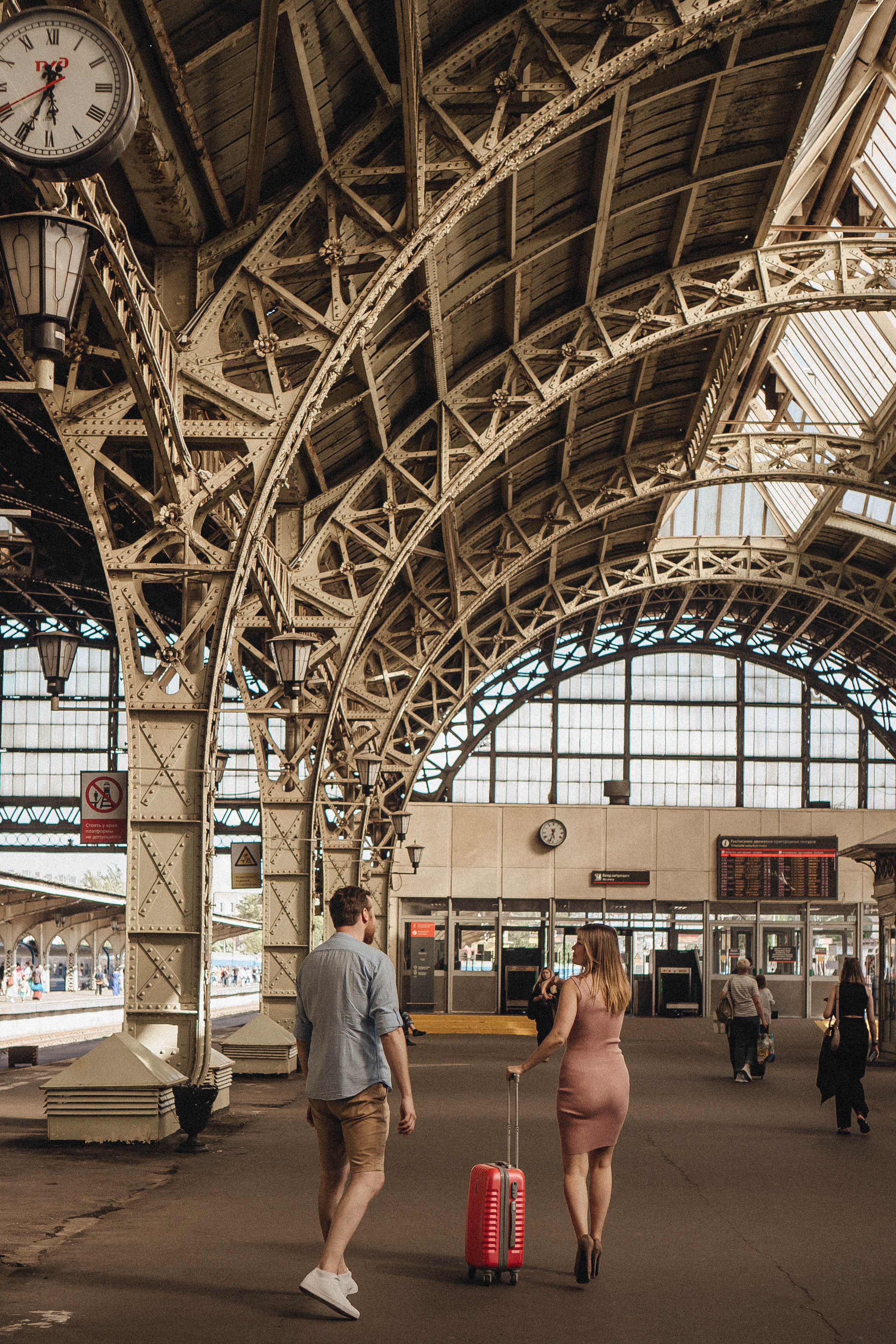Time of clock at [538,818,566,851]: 5:33
